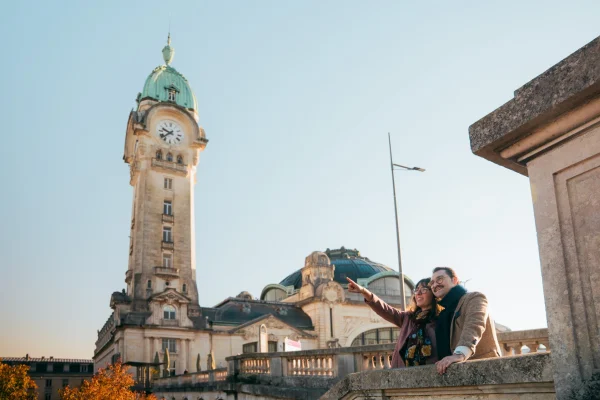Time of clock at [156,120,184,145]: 9:38
